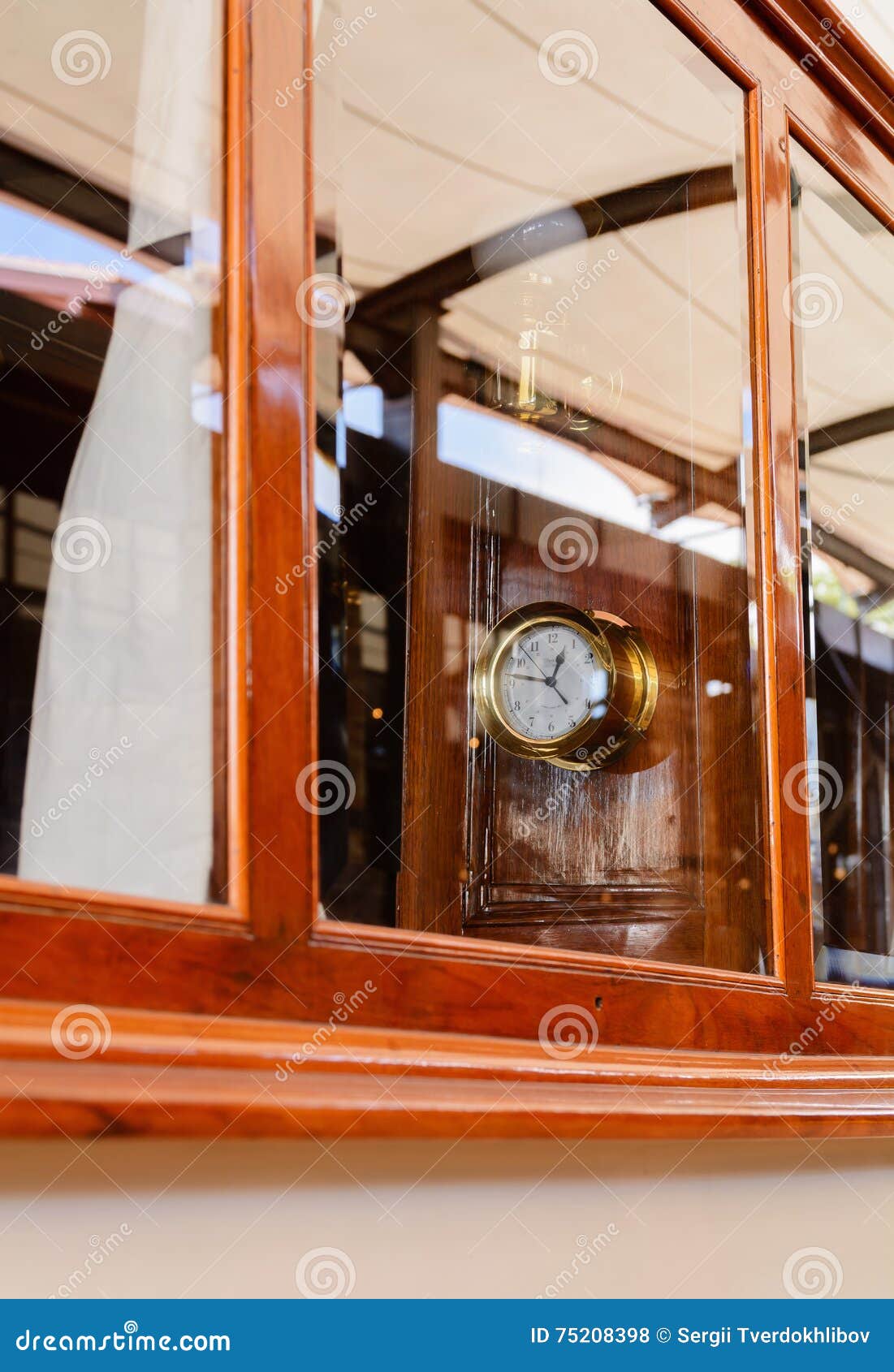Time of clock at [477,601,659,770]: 12:46
